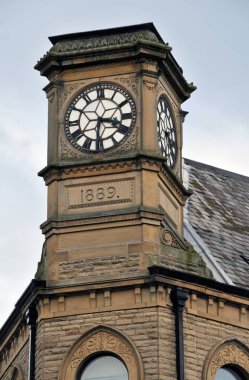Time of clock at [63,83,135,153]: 3:31
